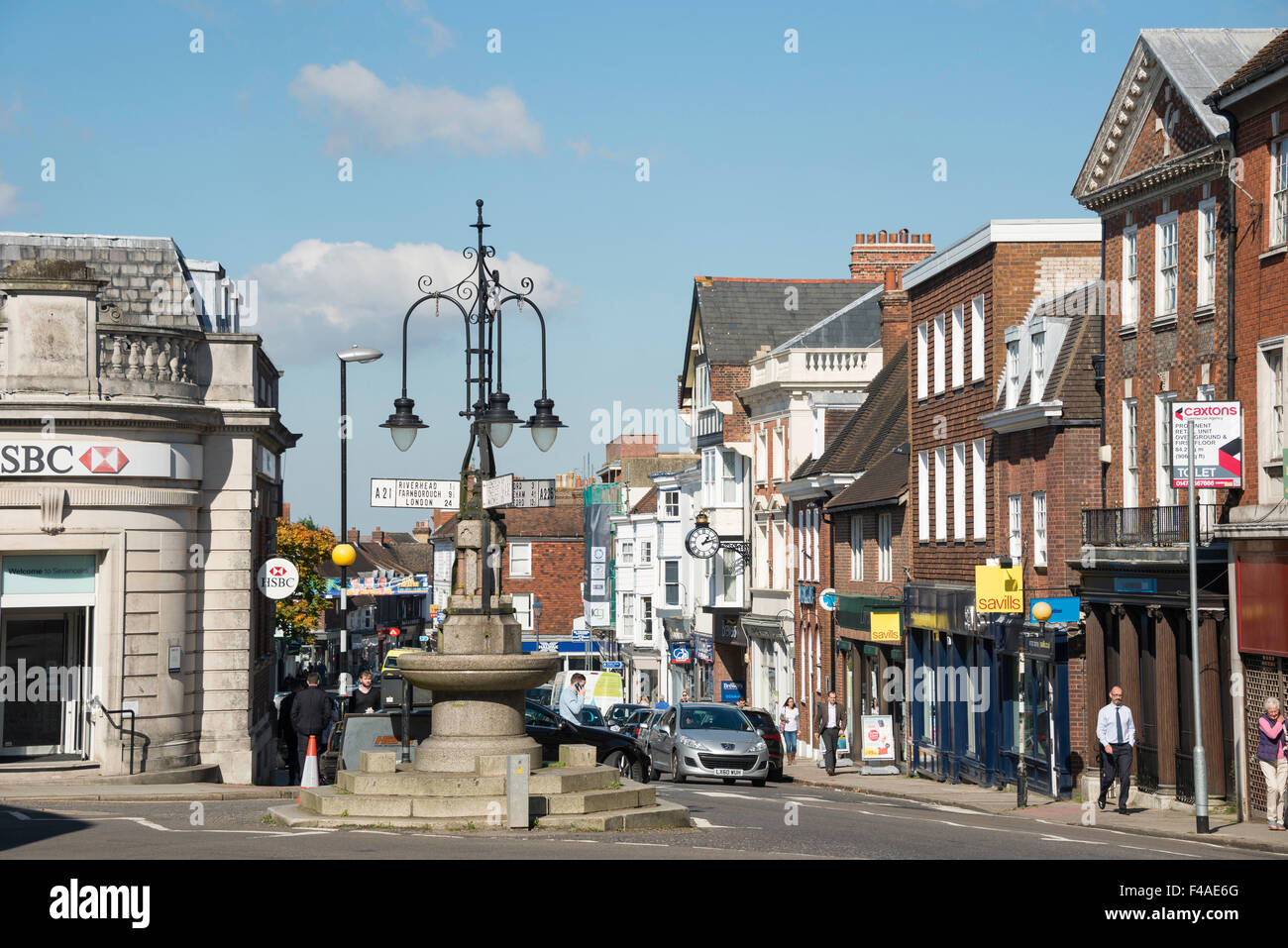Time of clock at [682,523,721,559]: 1:12
